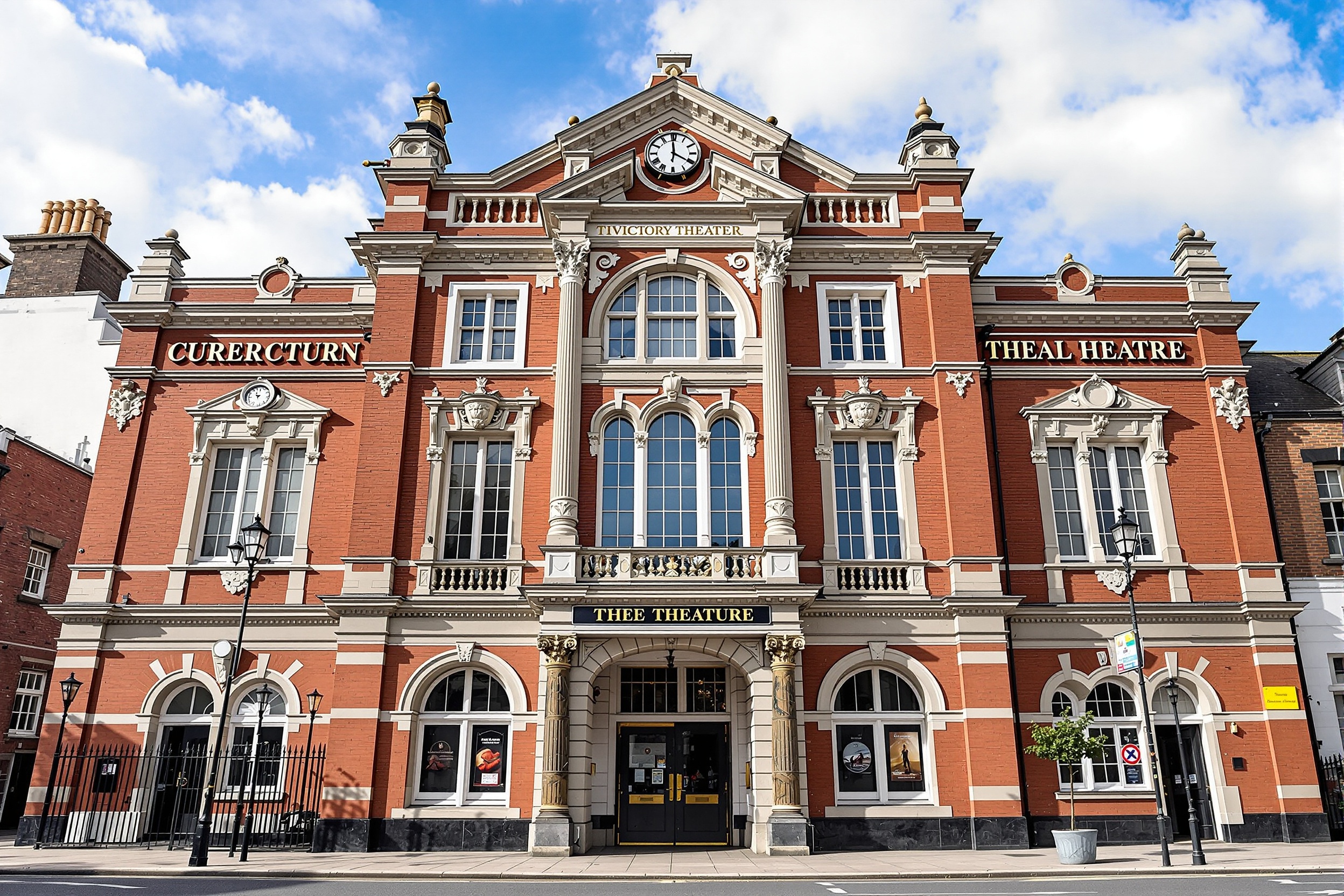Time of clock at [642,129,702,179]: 3:59
